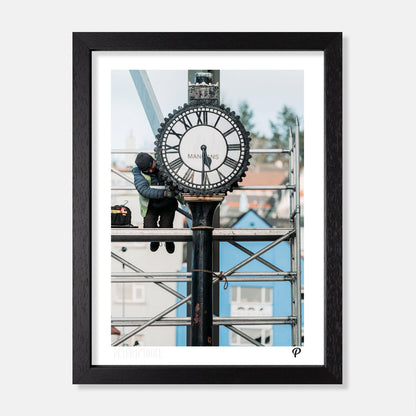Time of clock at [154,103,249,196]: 5:30
